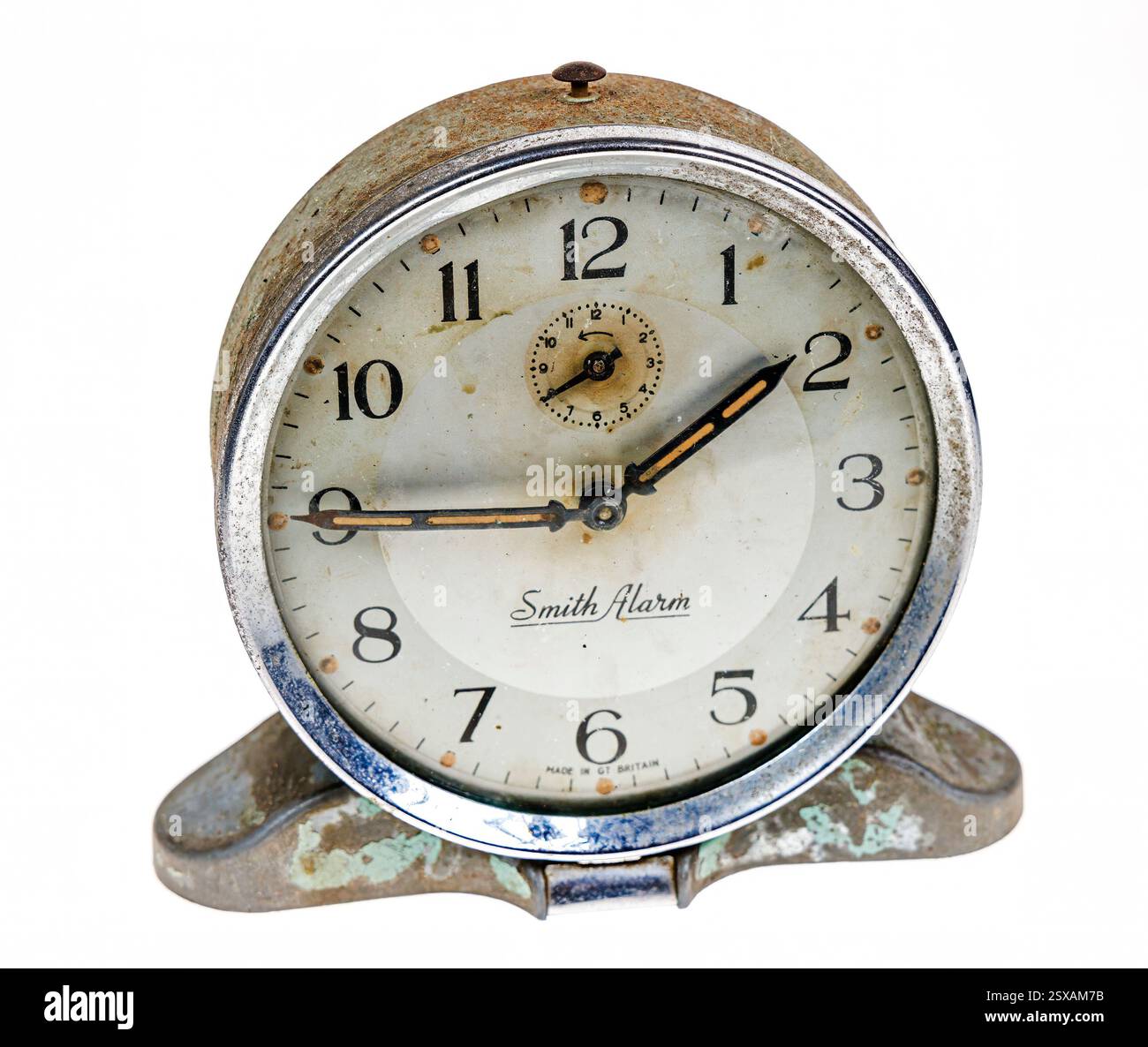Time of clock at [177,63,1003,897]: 1:45
